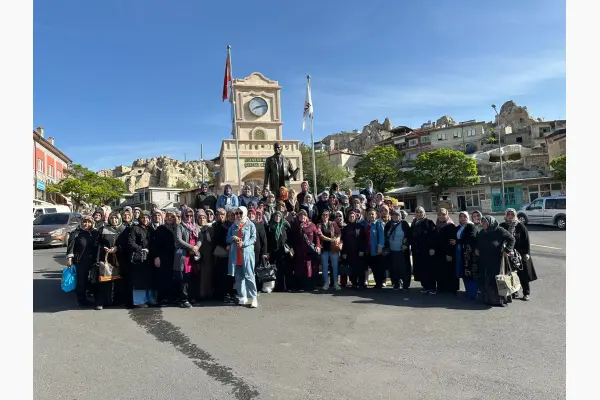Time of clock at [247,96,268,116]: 8:12
